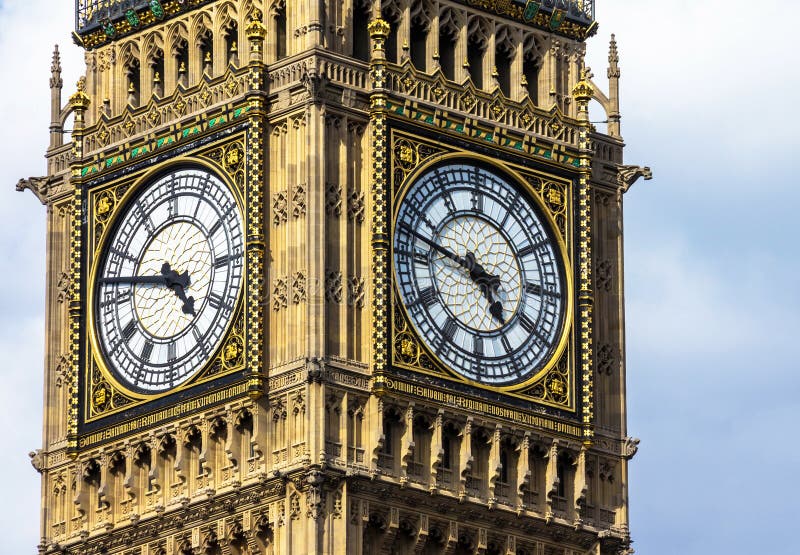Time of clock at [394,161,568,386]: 4:47
